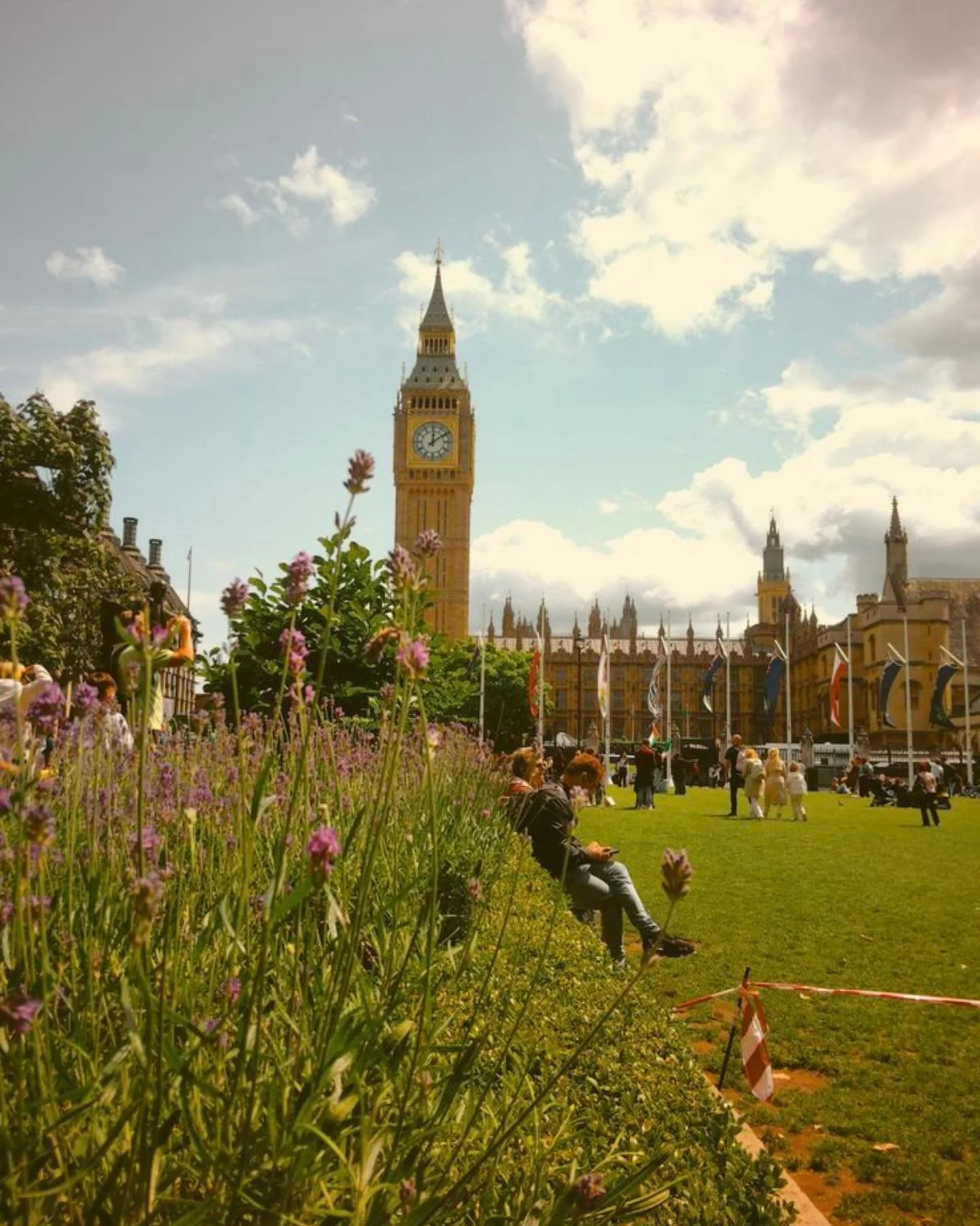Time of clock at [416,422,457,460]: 12:09
